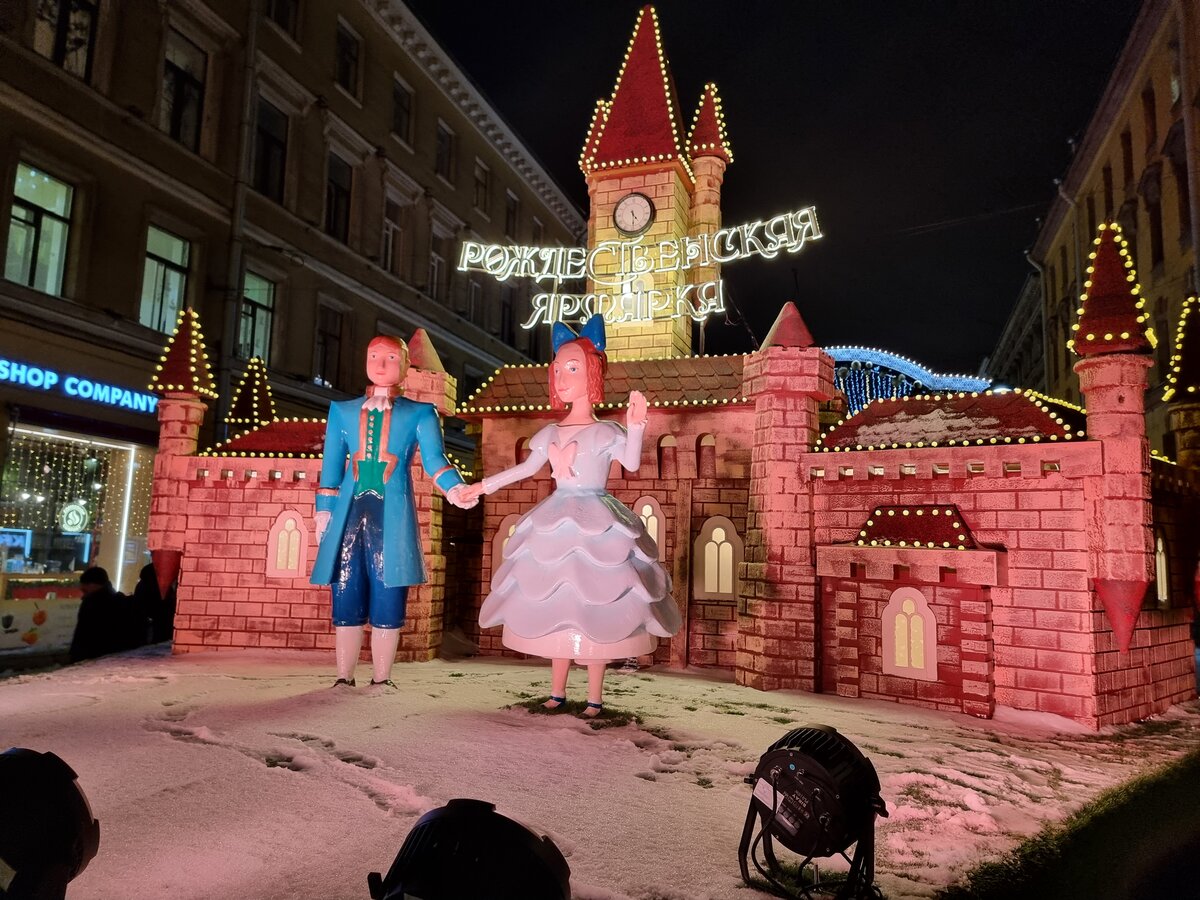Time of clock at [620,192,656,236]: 4:29
